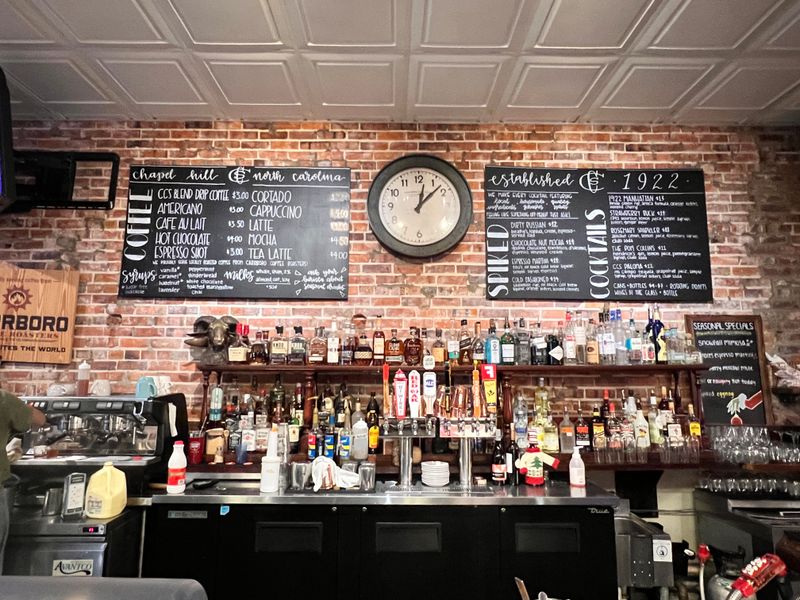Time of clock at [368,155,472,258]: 12:07
